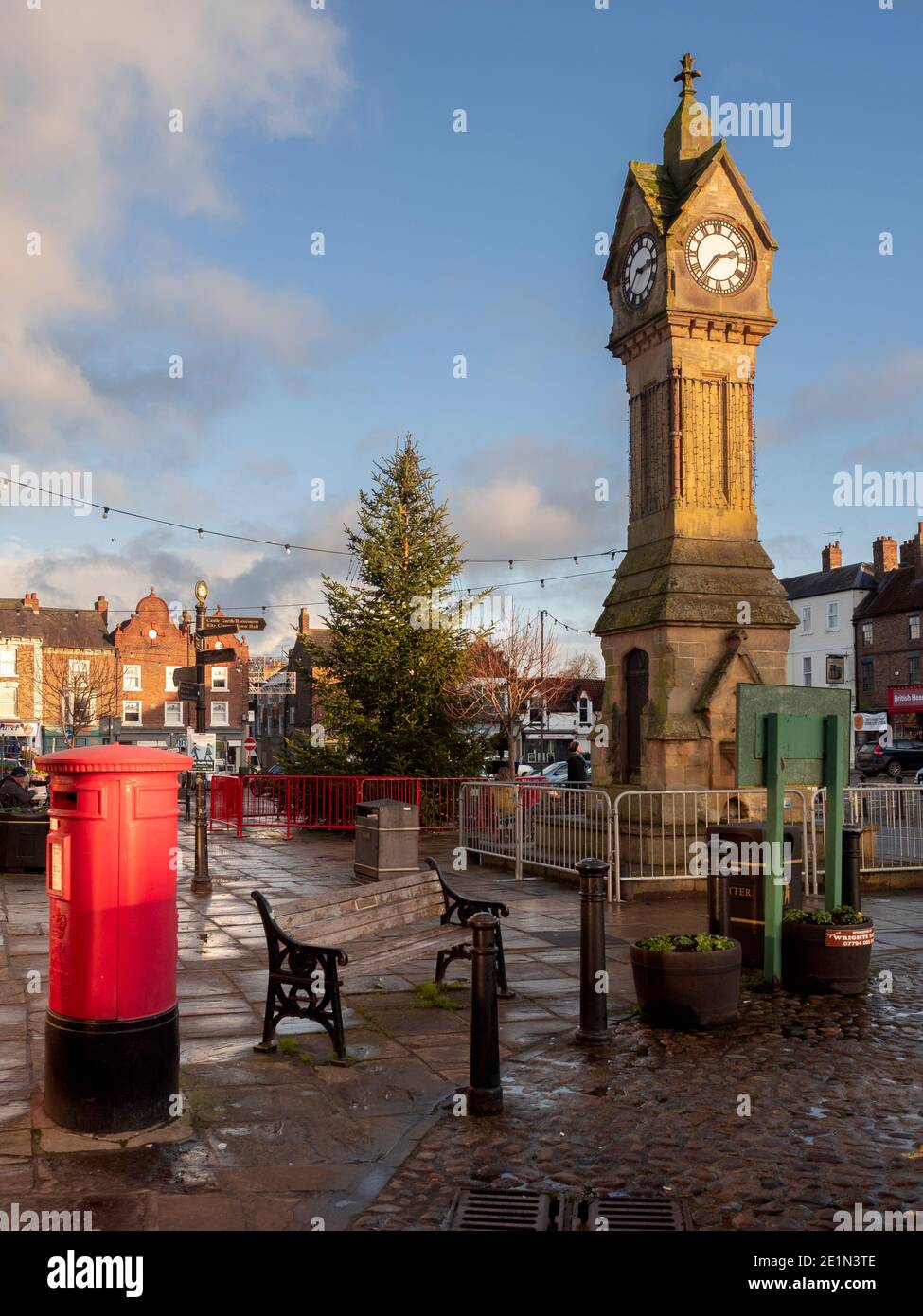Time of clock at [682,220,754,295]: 2:36
